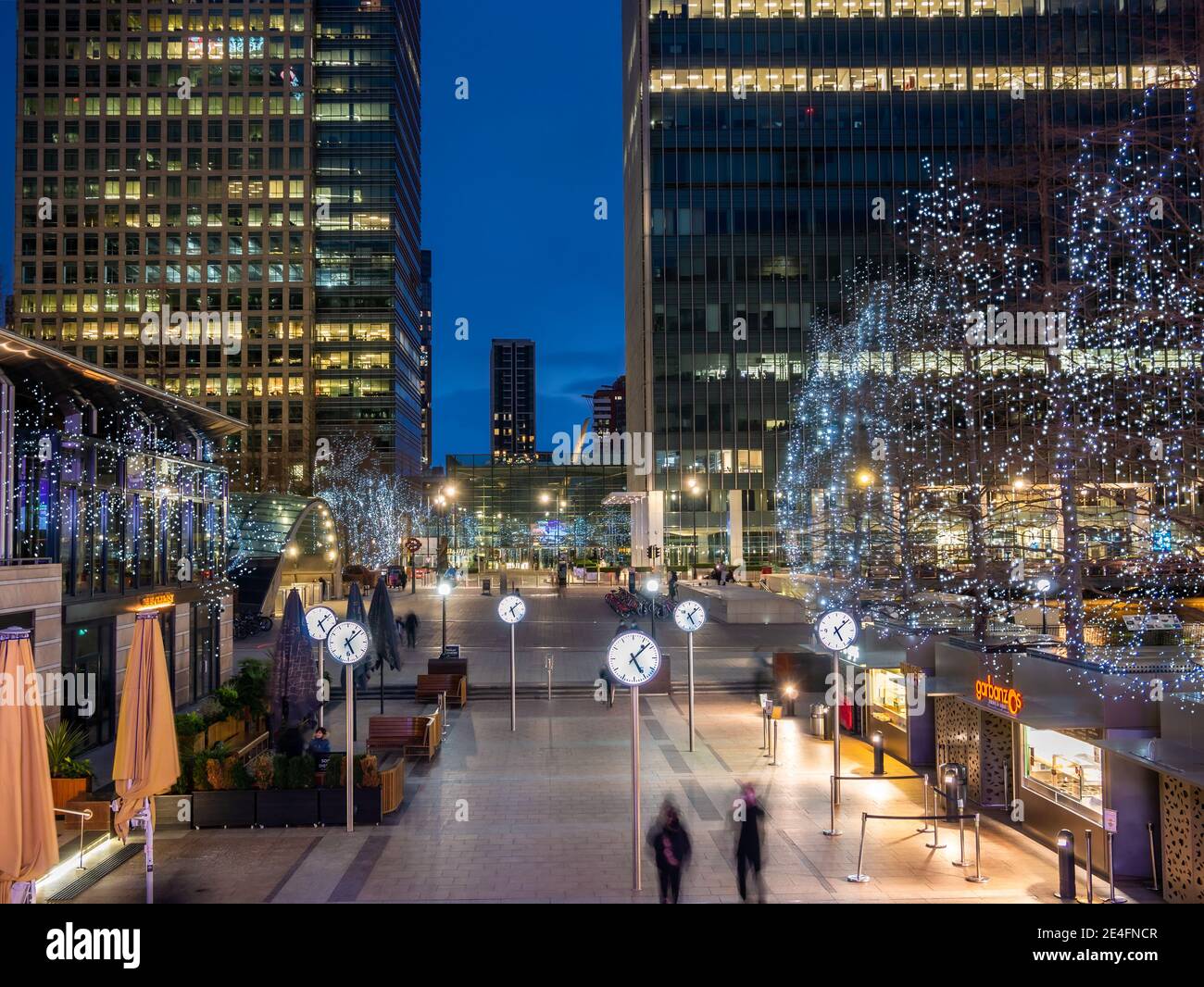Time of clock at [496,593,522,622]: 5:08
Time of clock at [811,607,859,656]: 5:08
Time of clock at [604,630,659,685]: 5:07
